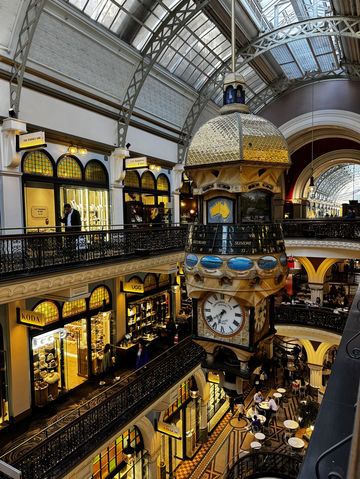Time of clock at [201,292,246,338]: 6:38
